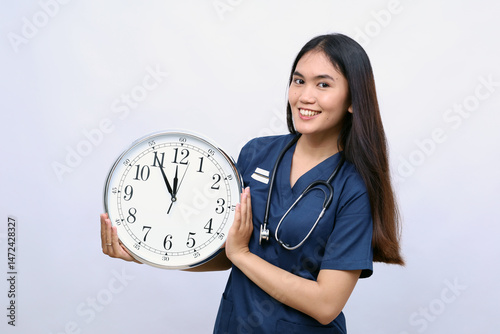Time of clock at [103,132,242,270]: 11:54
